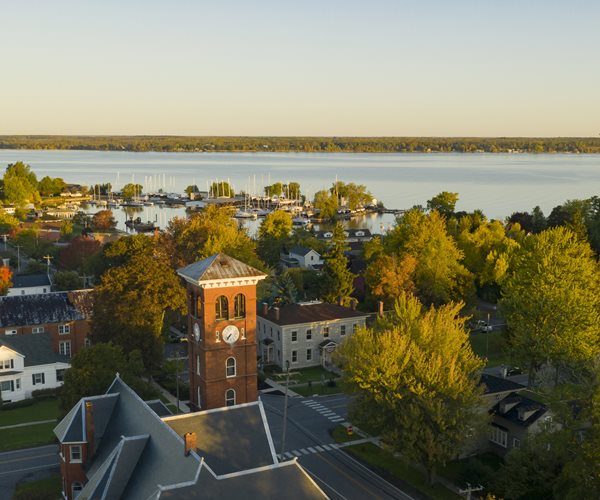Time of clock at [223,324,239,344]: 7:36
